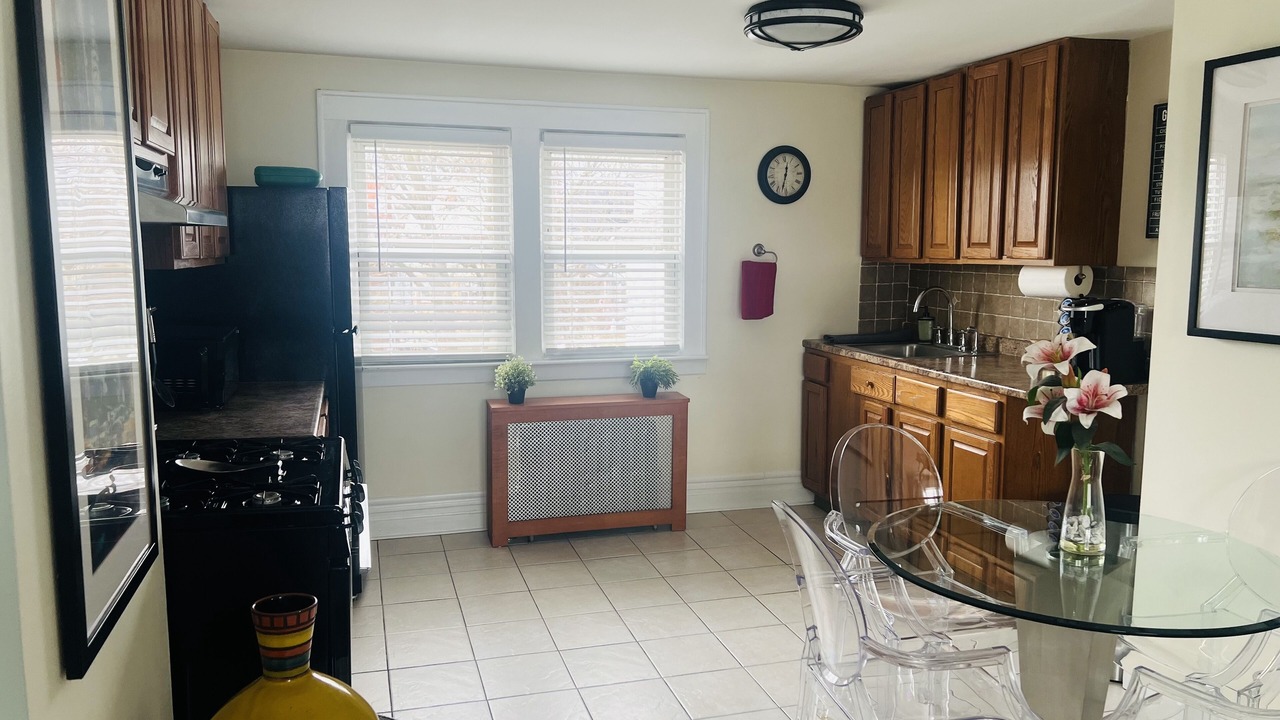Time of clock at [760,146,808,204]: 12:32
